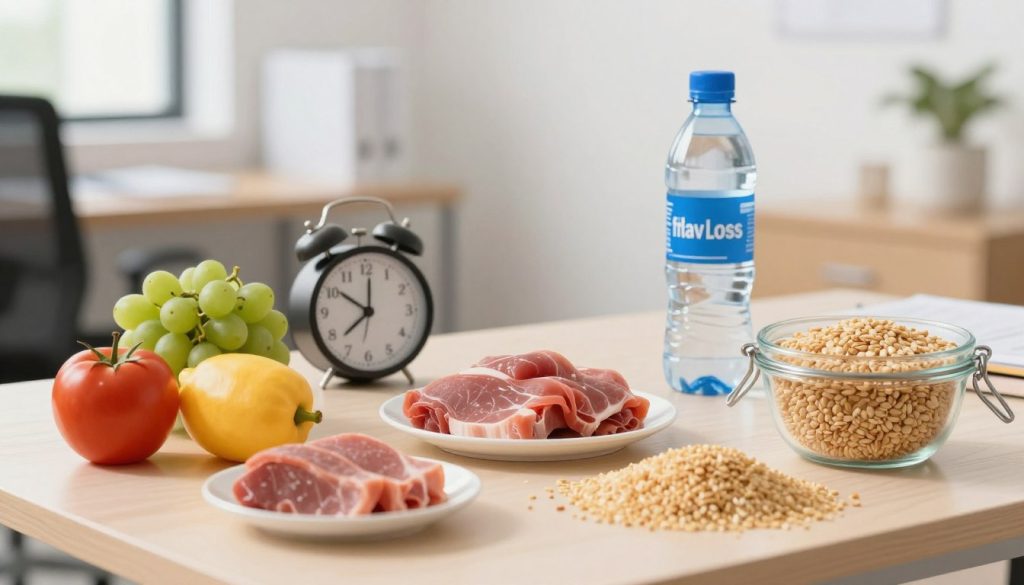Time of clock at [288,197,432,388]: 7:51
